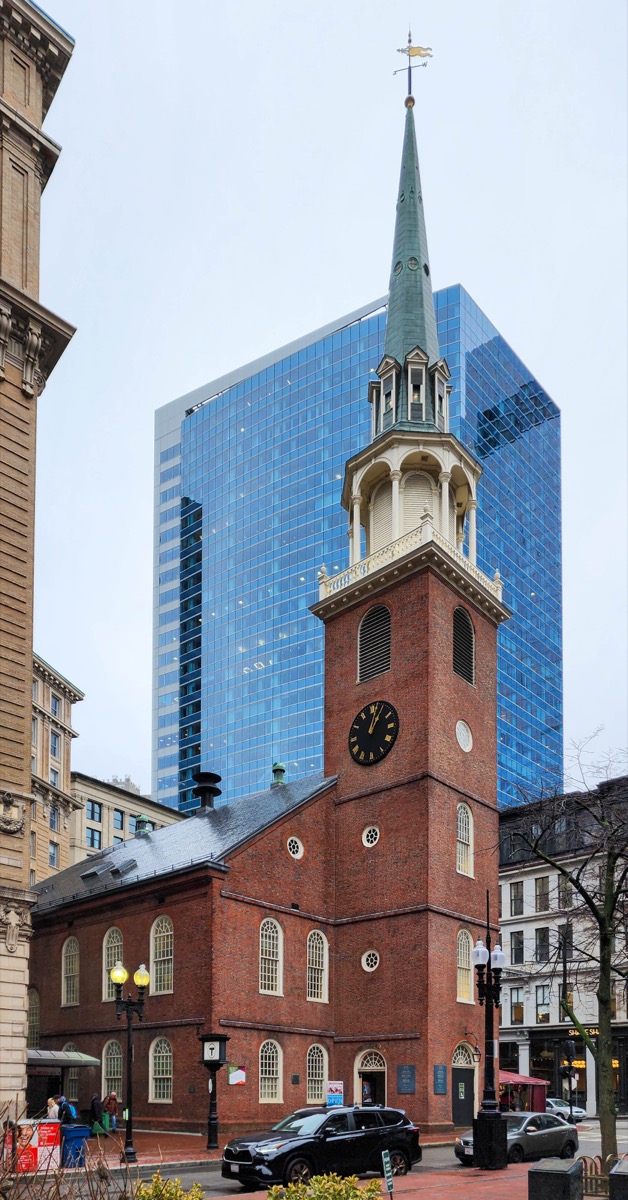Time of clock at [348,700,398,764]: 1:02
